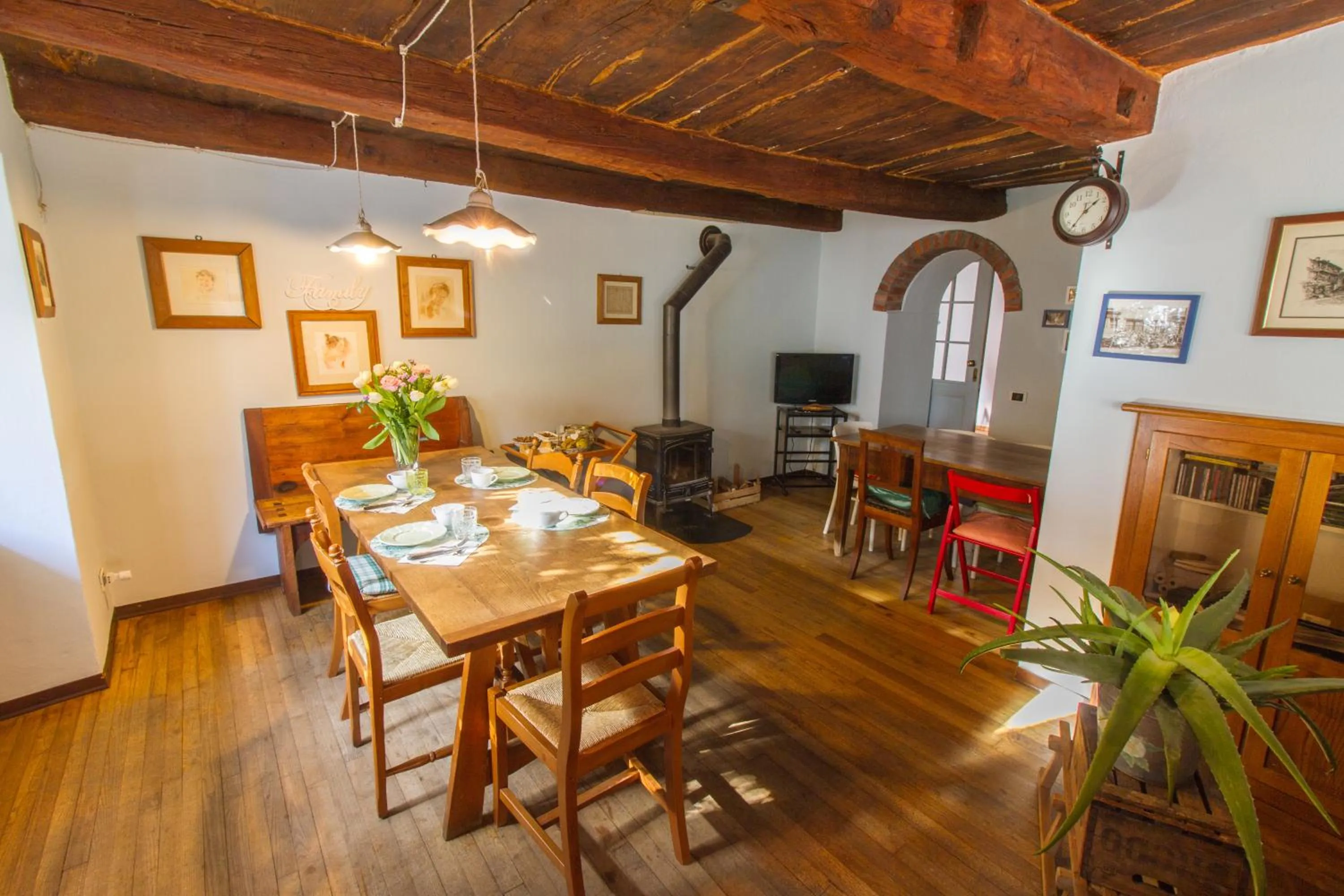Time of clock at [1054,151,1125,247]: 1:36
